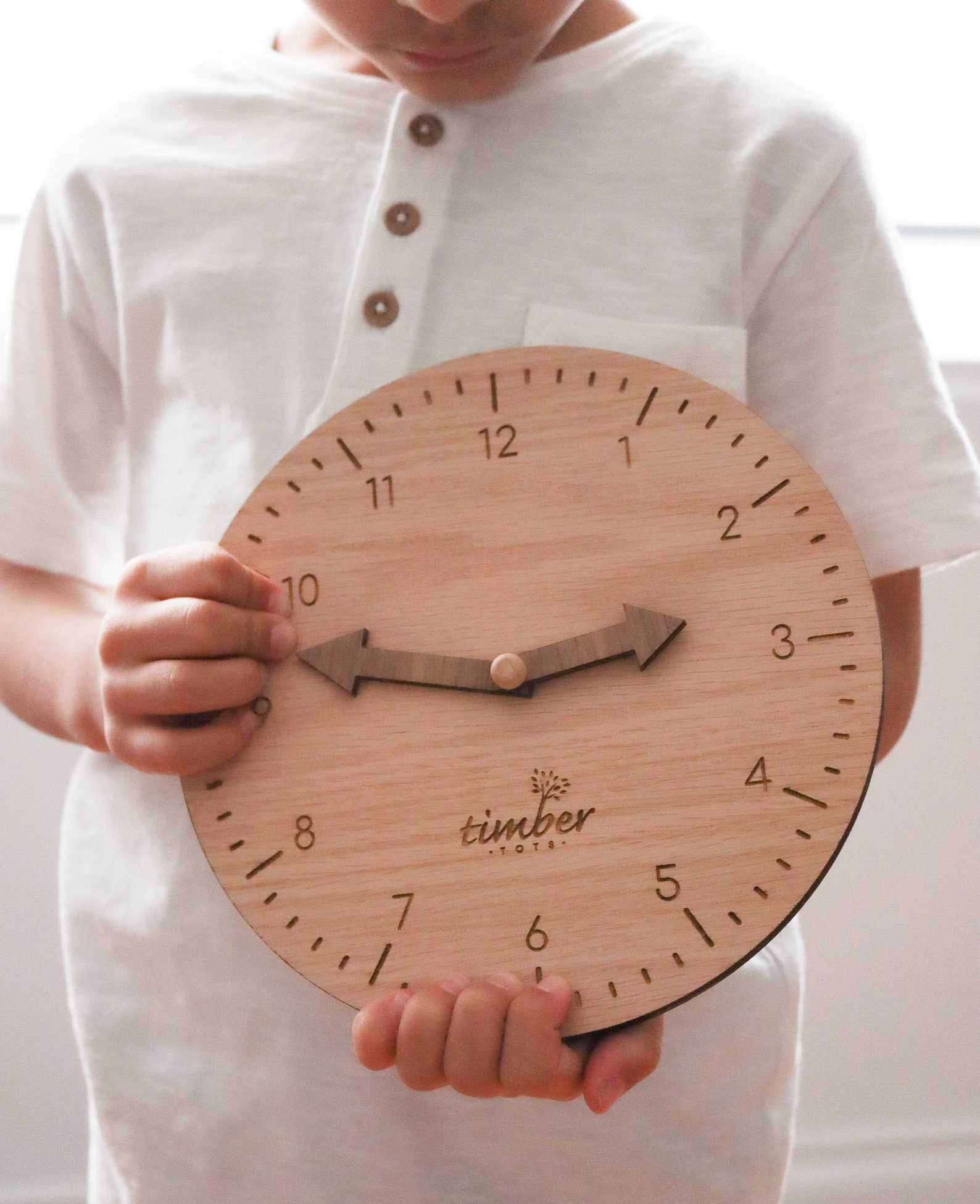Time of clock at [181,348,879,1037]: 2:47
